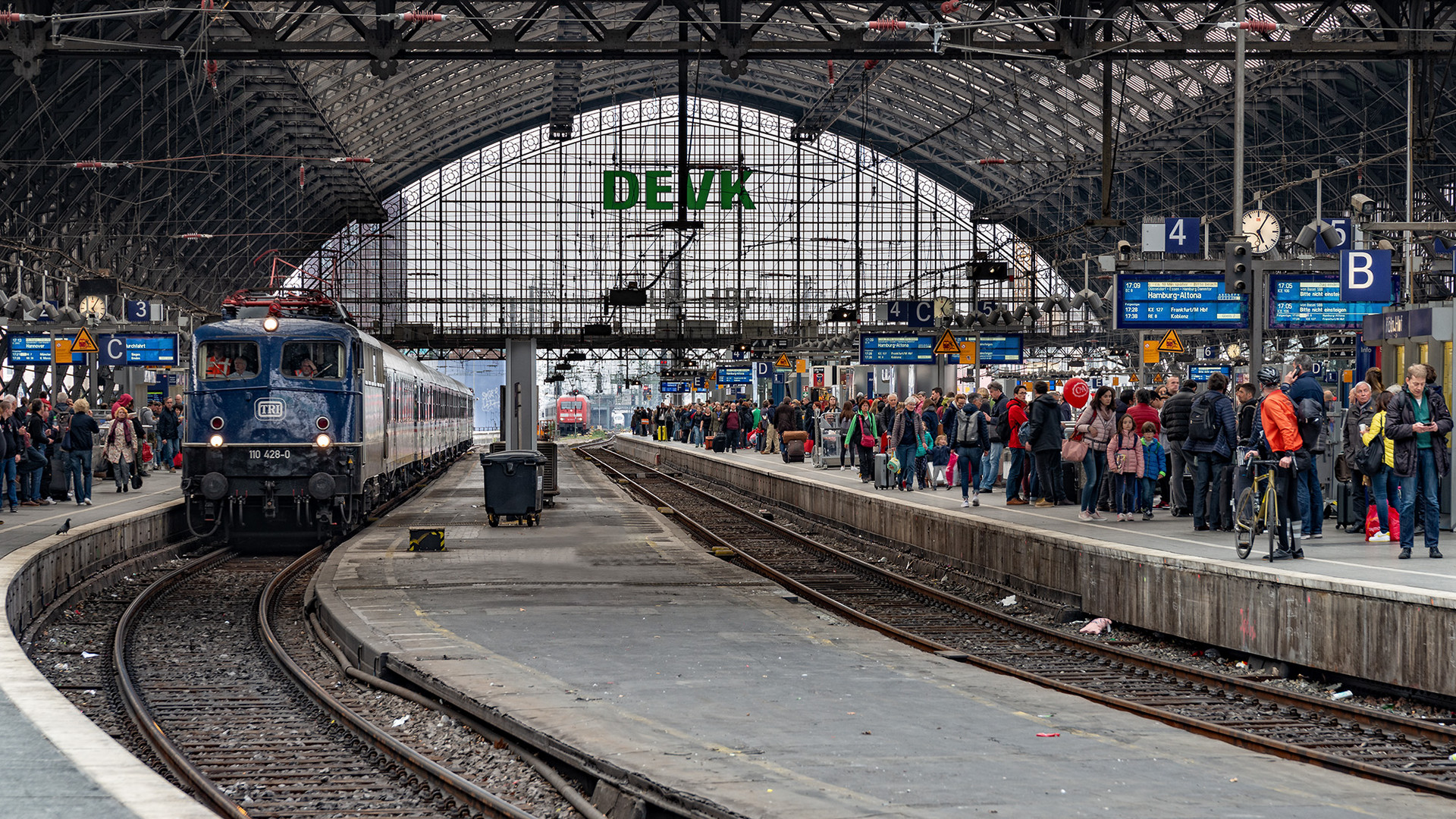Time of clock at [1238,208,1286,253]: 5:05
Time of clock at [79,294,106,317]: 5:05
